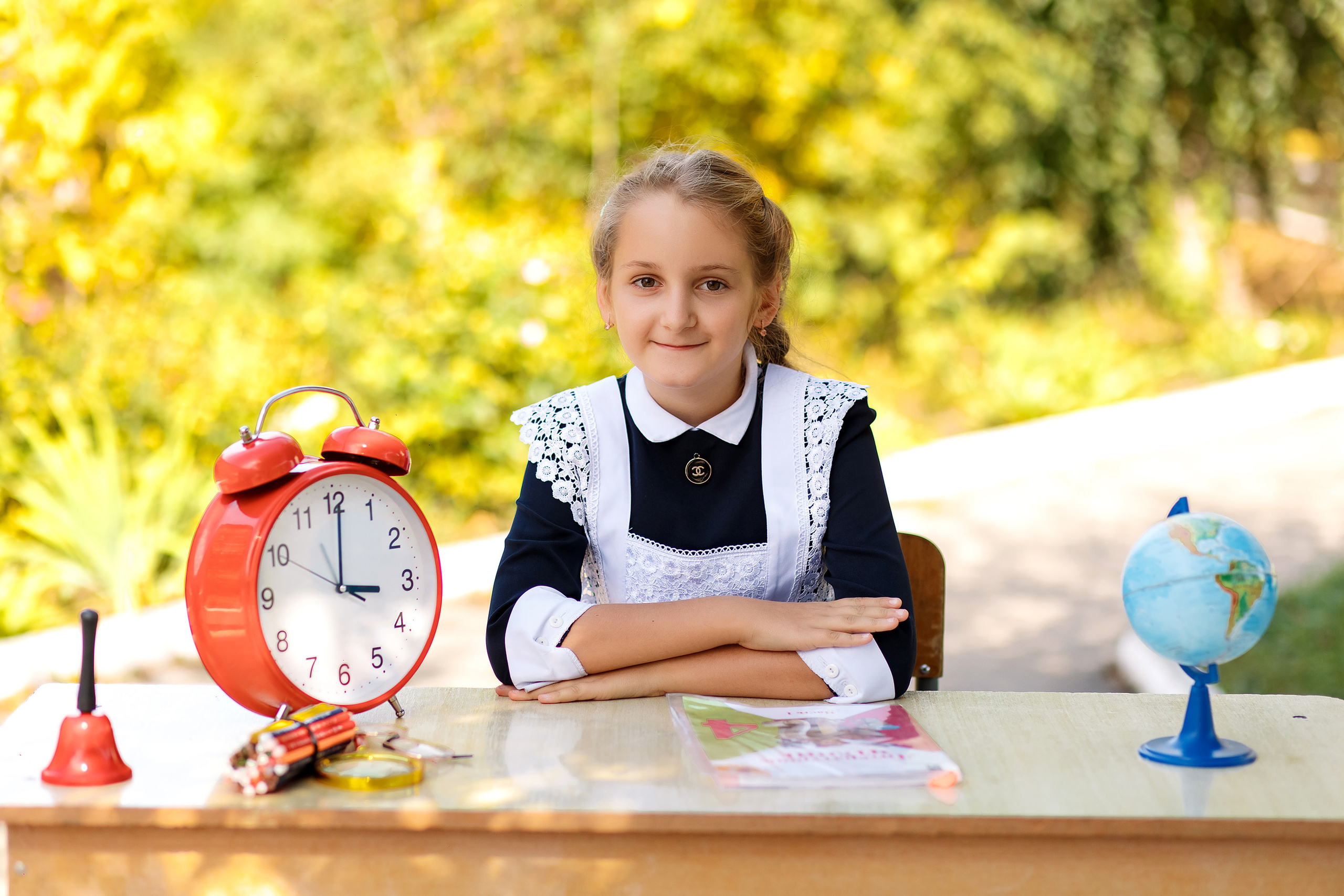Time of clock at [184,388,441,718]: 3:00
